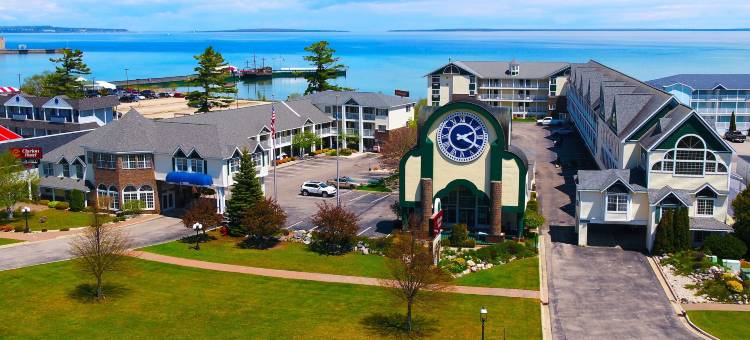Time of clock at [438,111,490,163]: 2:19
